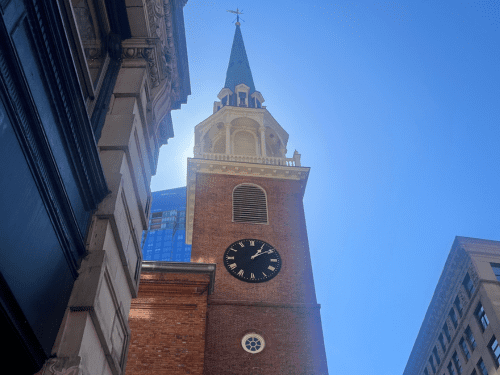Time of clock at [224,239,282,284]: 1:09
